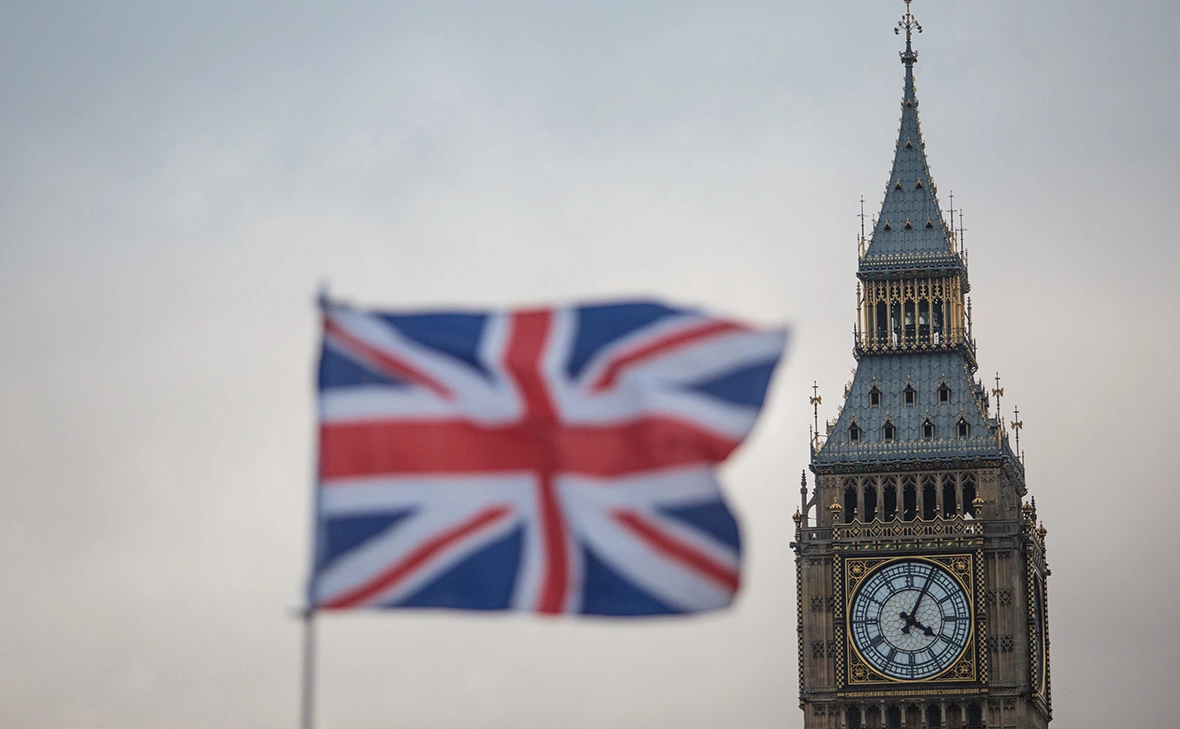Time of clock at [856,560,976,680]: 4:04
